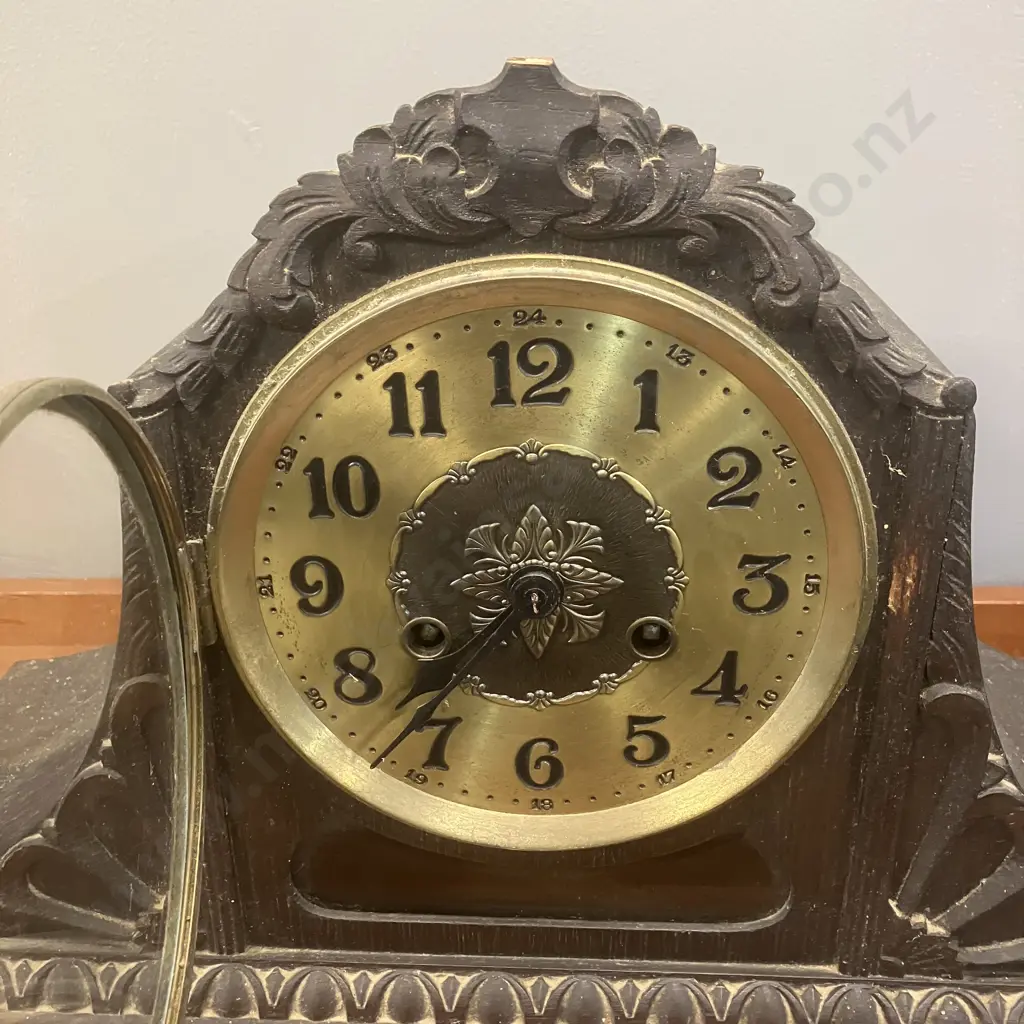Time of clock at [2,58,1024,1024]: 7:36
